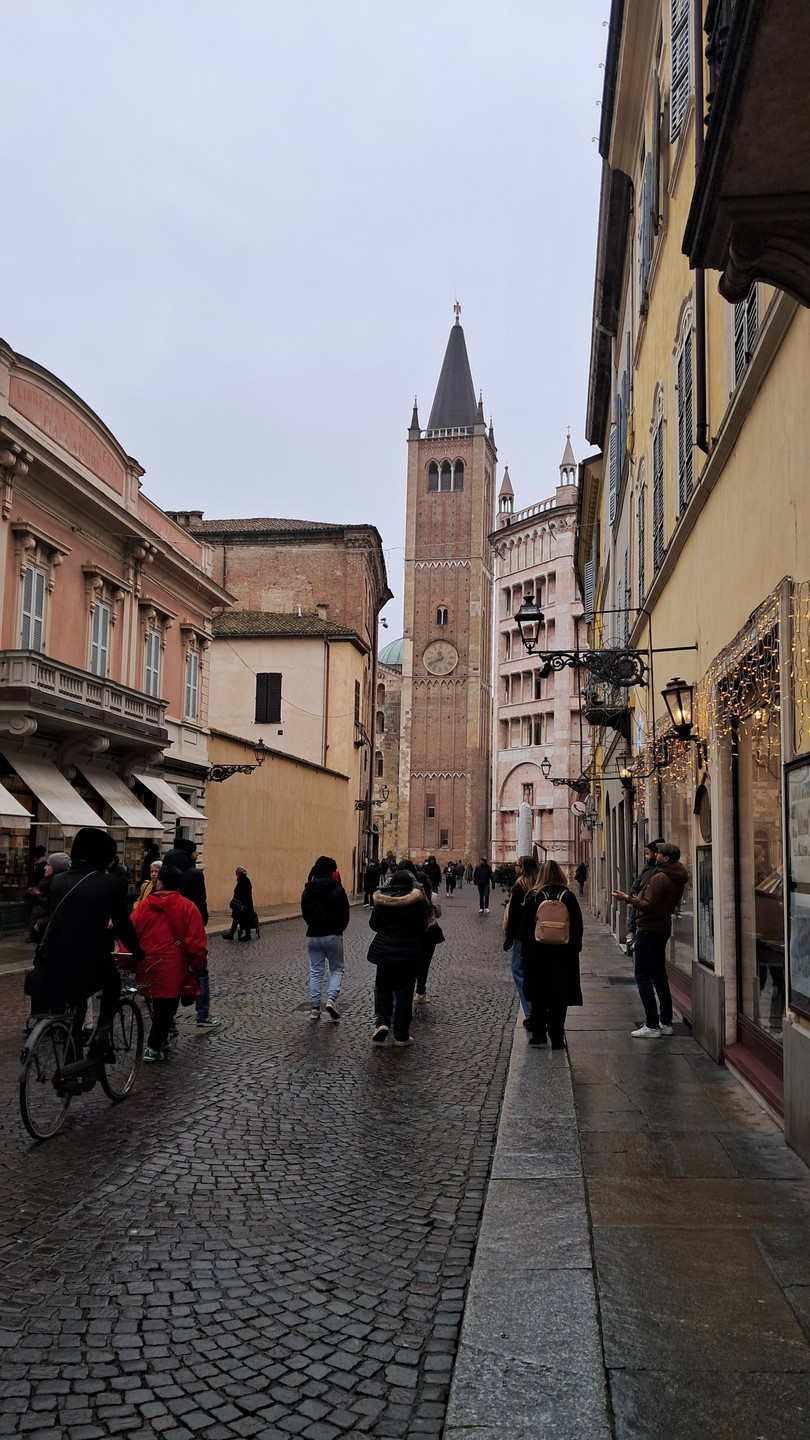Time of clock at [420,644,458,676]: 11:40
